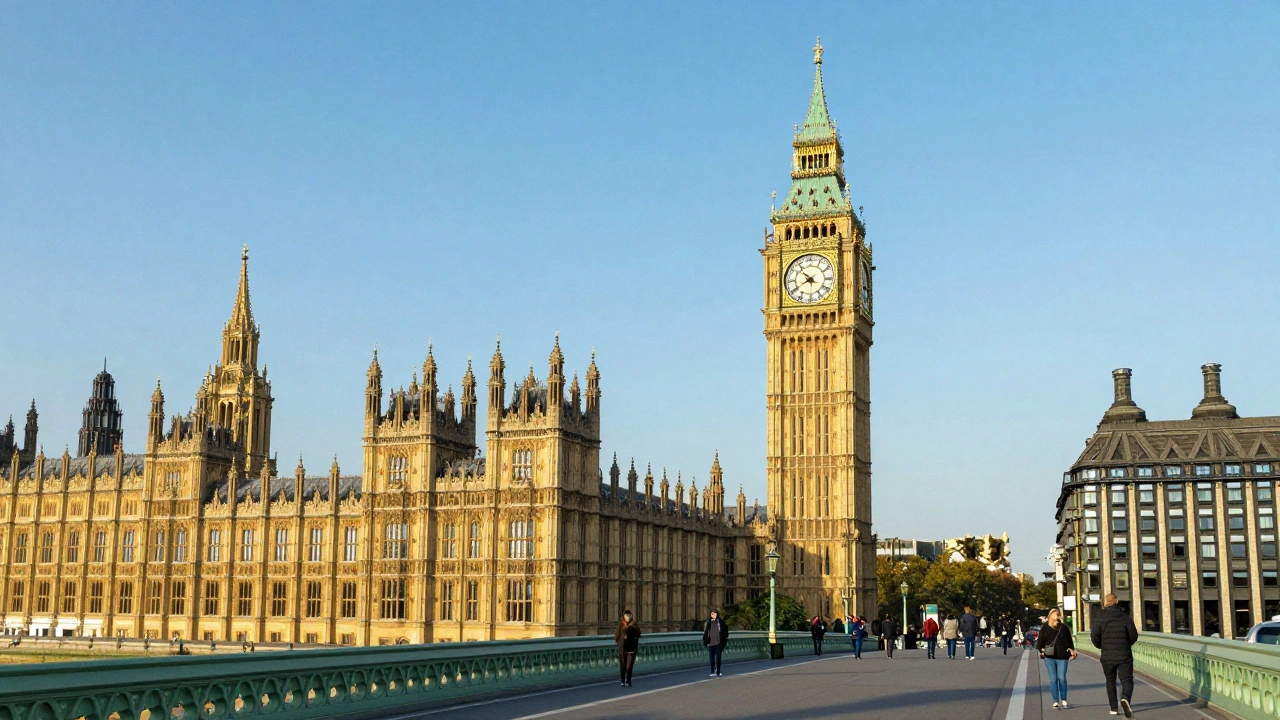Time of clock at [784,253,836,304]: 10:40
